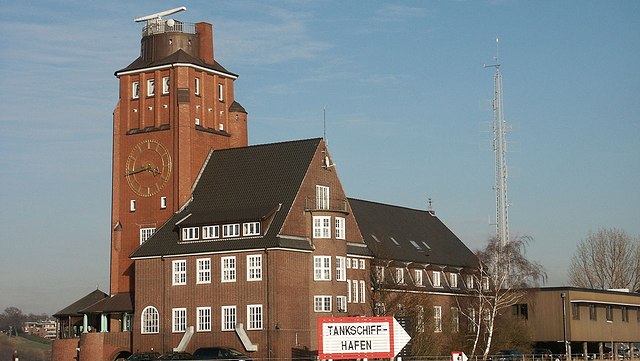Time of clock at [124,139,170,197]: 3:43
